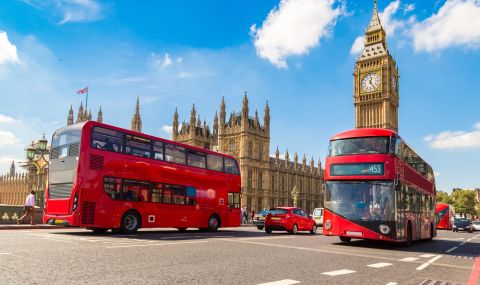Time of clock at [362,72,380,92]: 12:24
